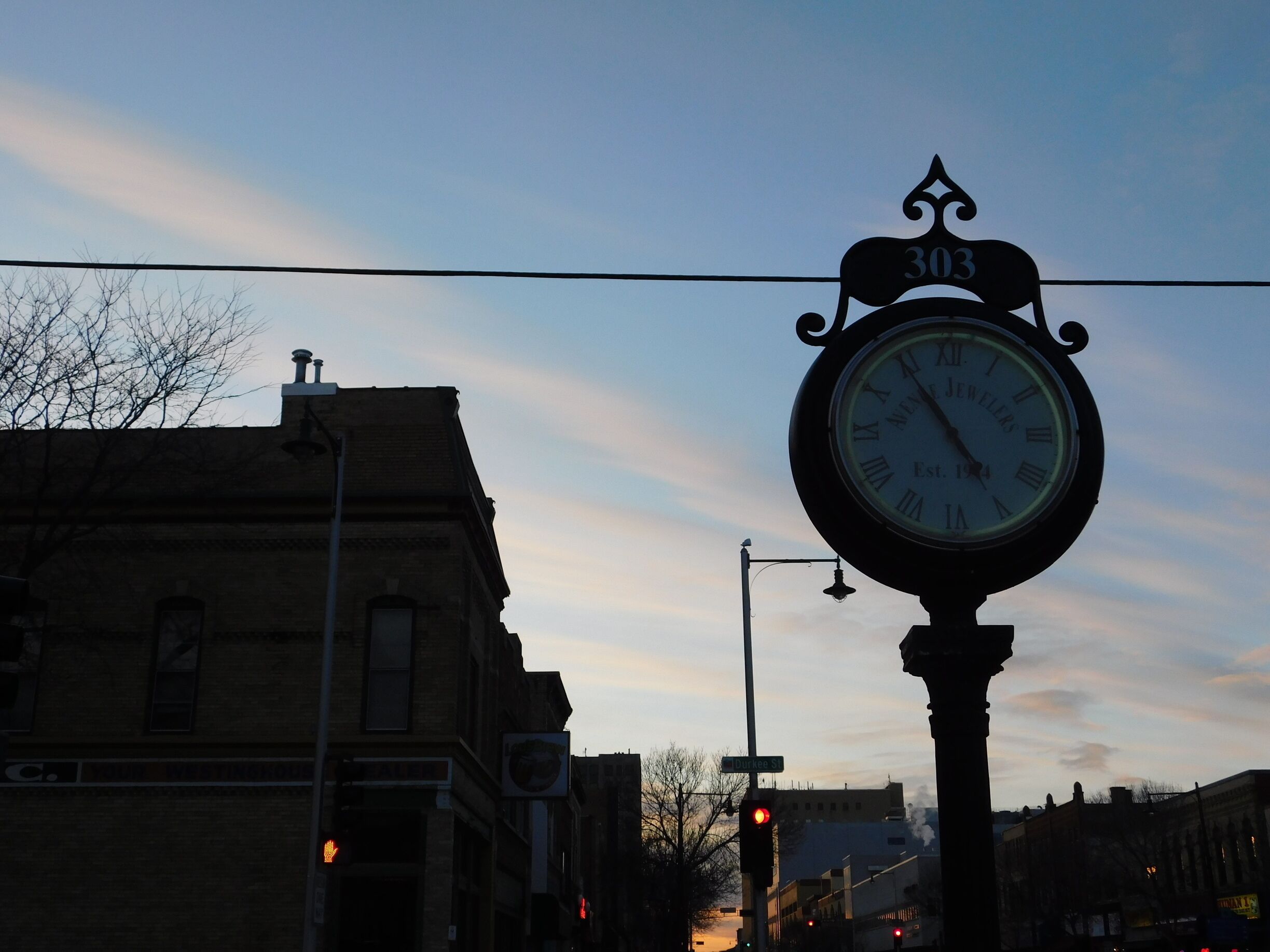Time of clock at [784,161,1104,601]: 4:54
